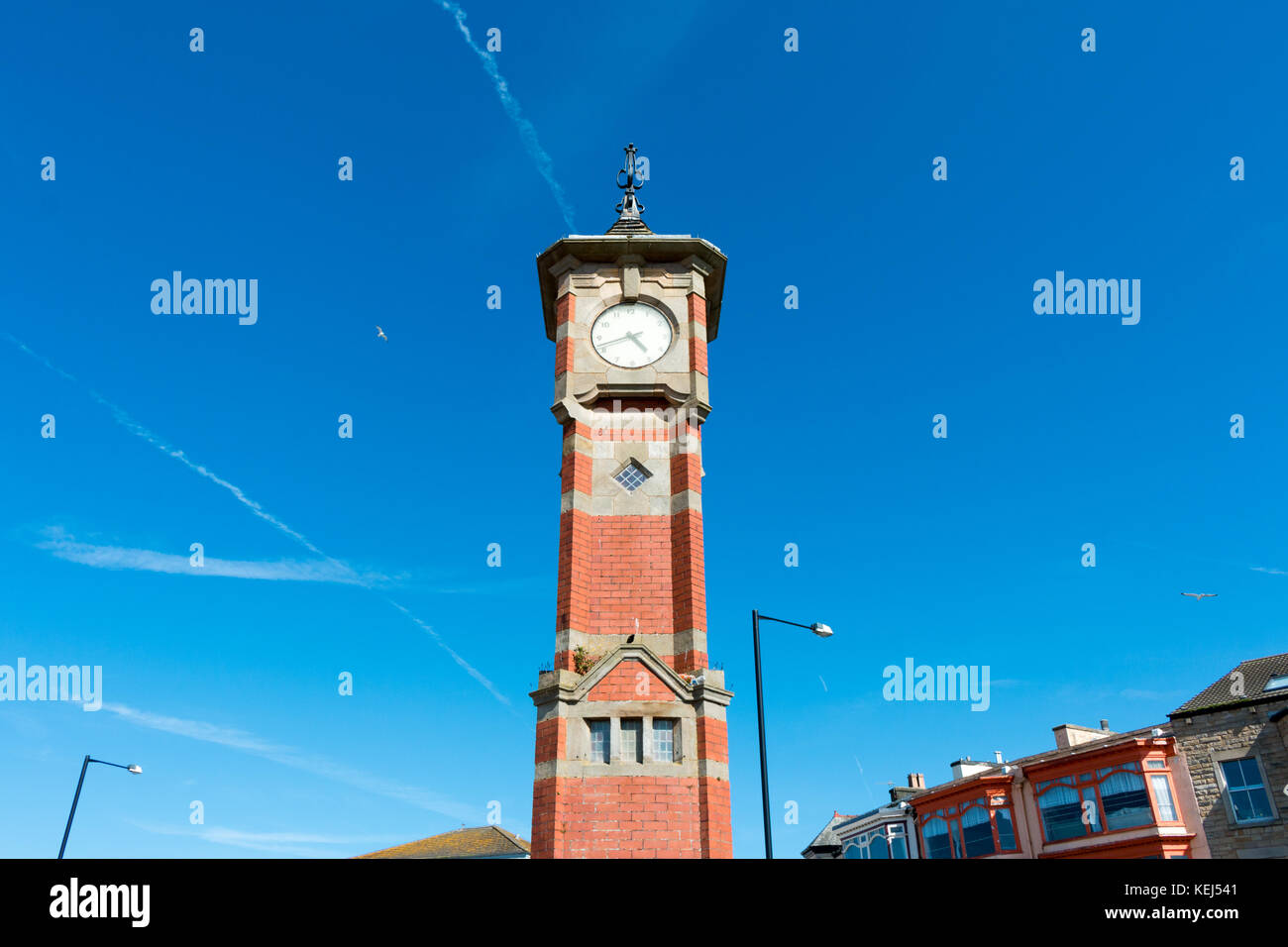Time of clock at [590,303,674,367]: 4:42
